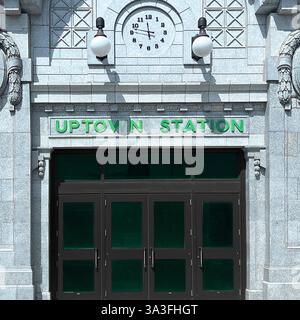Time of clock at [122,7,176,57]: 11:47
